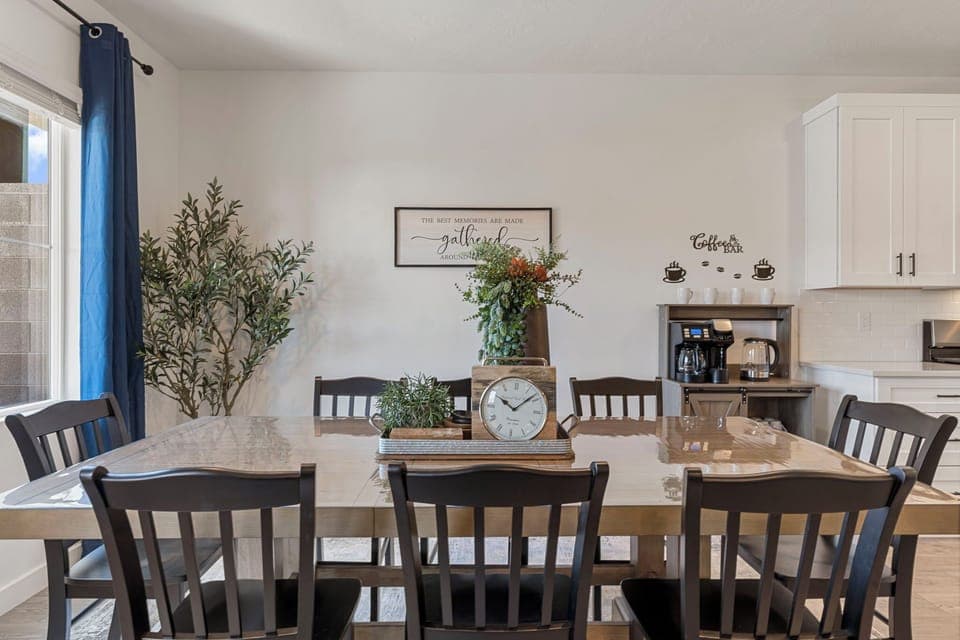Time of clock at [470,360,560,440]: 10:08
